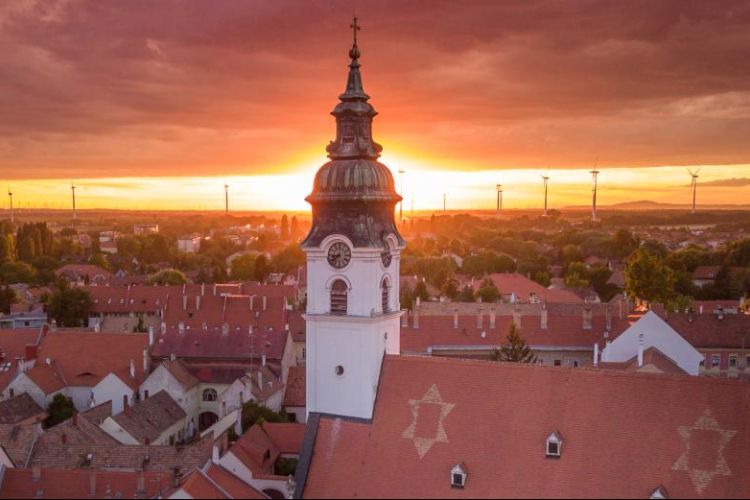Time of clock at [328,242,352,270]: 8:38
